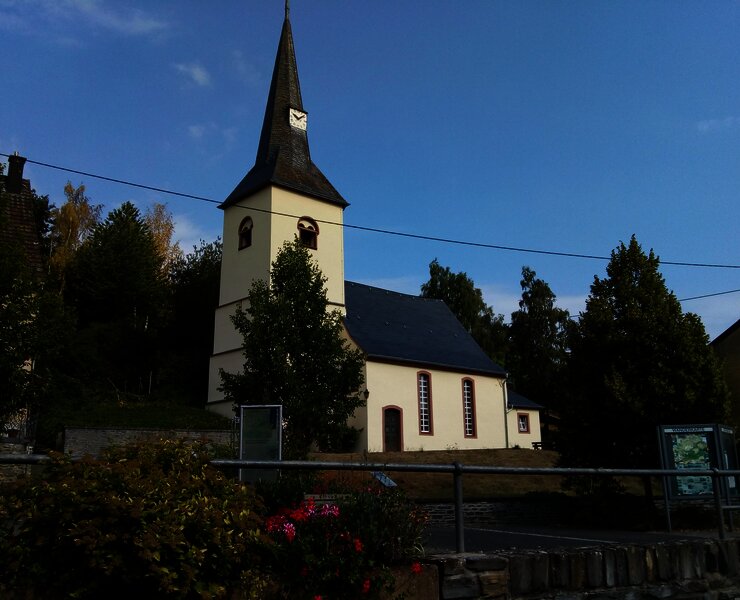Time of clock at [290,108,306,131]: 10:08
